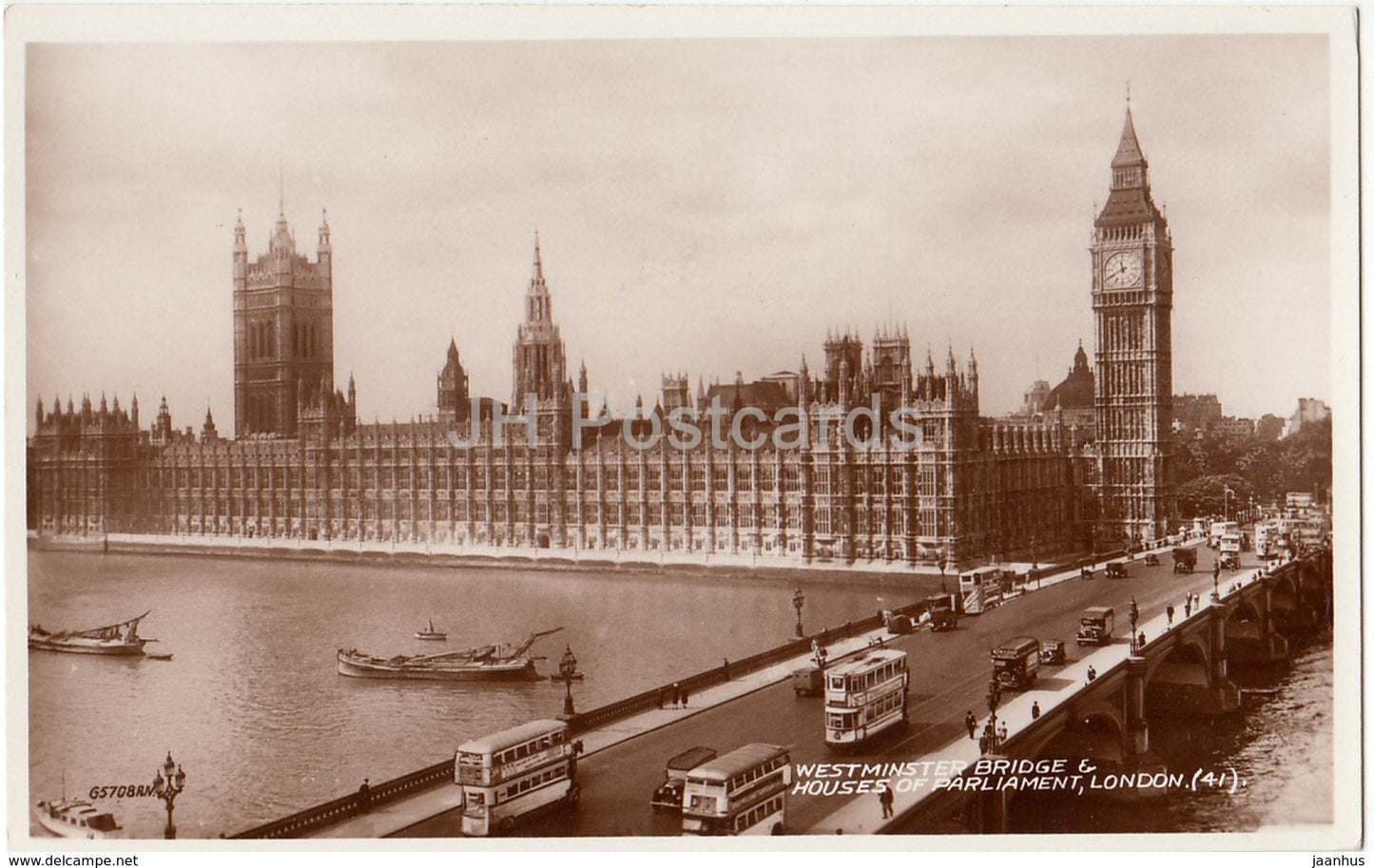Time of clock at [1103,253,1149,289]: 11:40
